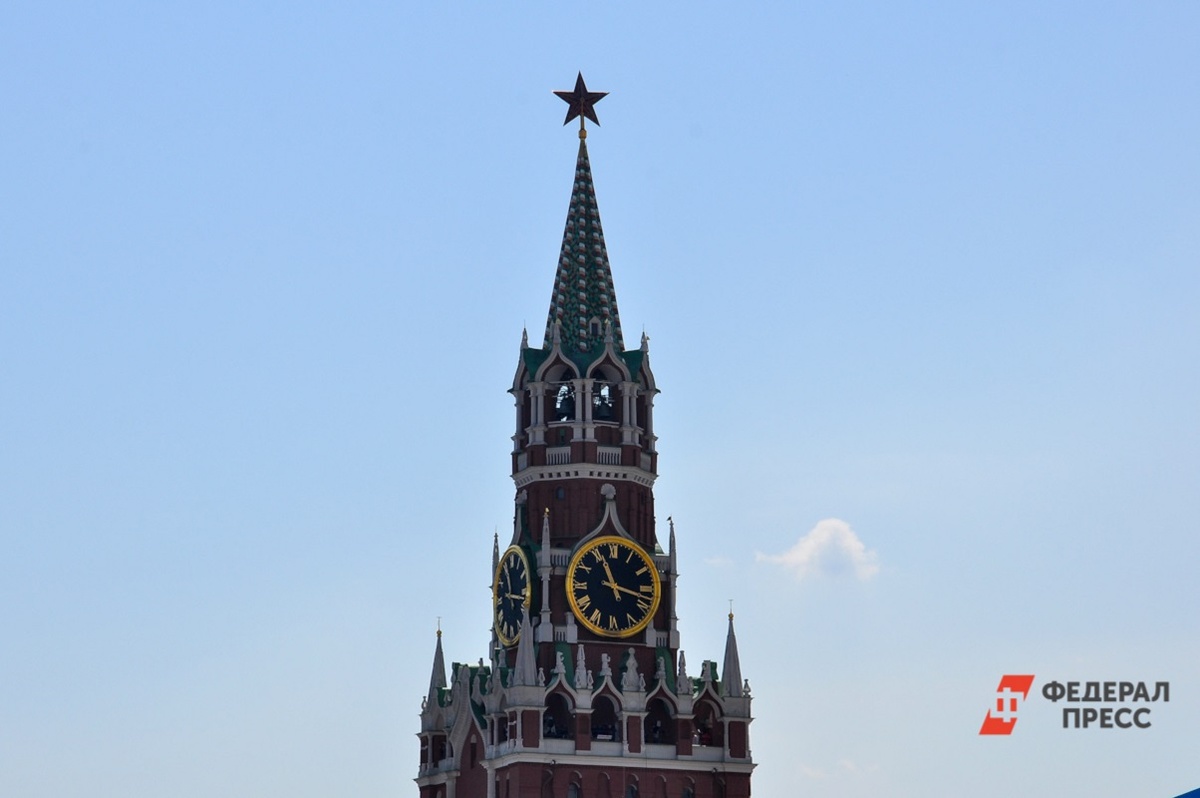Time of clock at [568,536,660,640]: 11:17
